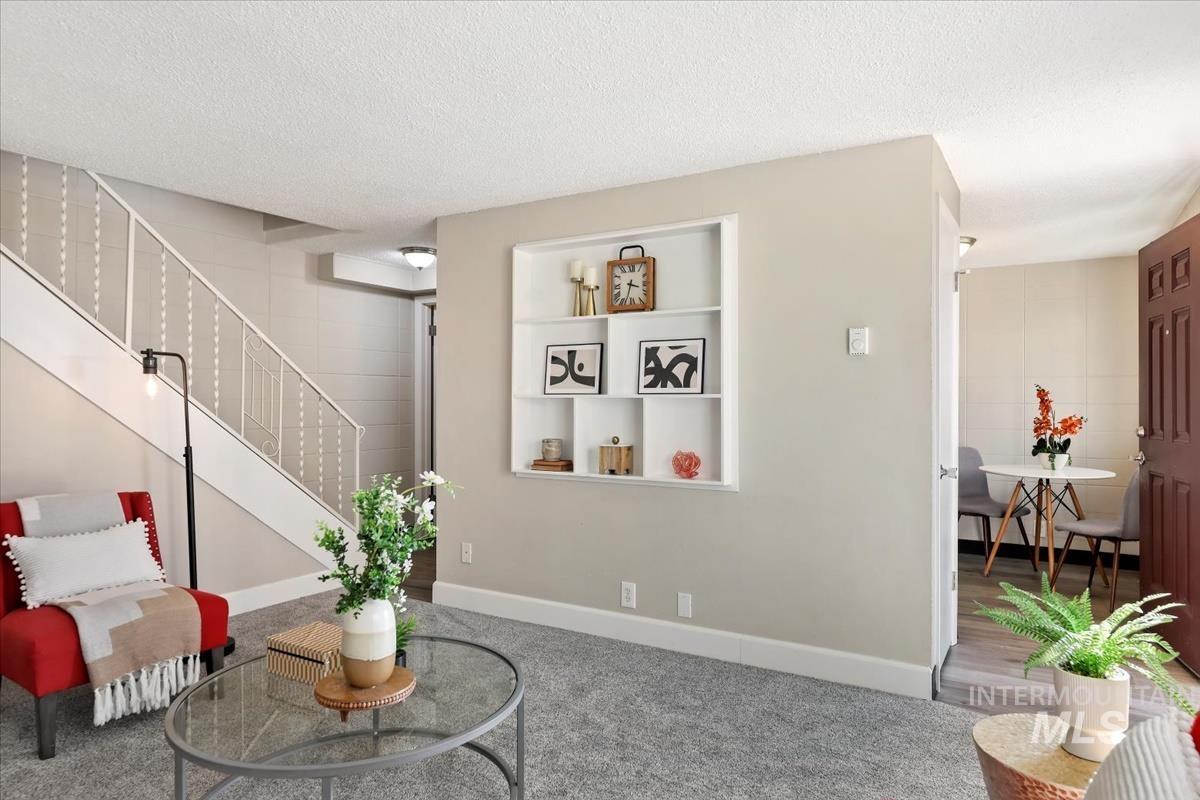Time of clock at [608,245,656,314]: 3:33
